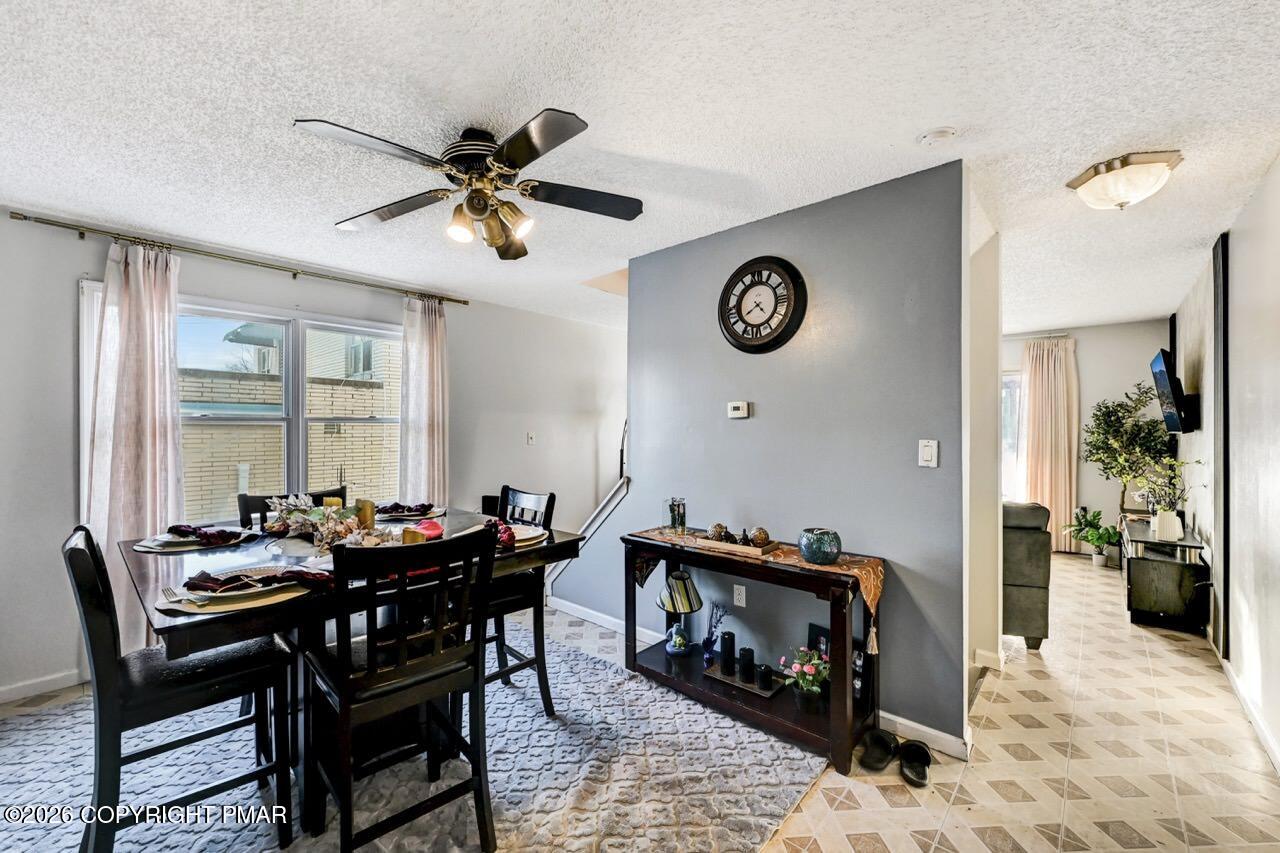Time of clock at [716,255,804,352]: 4:40
